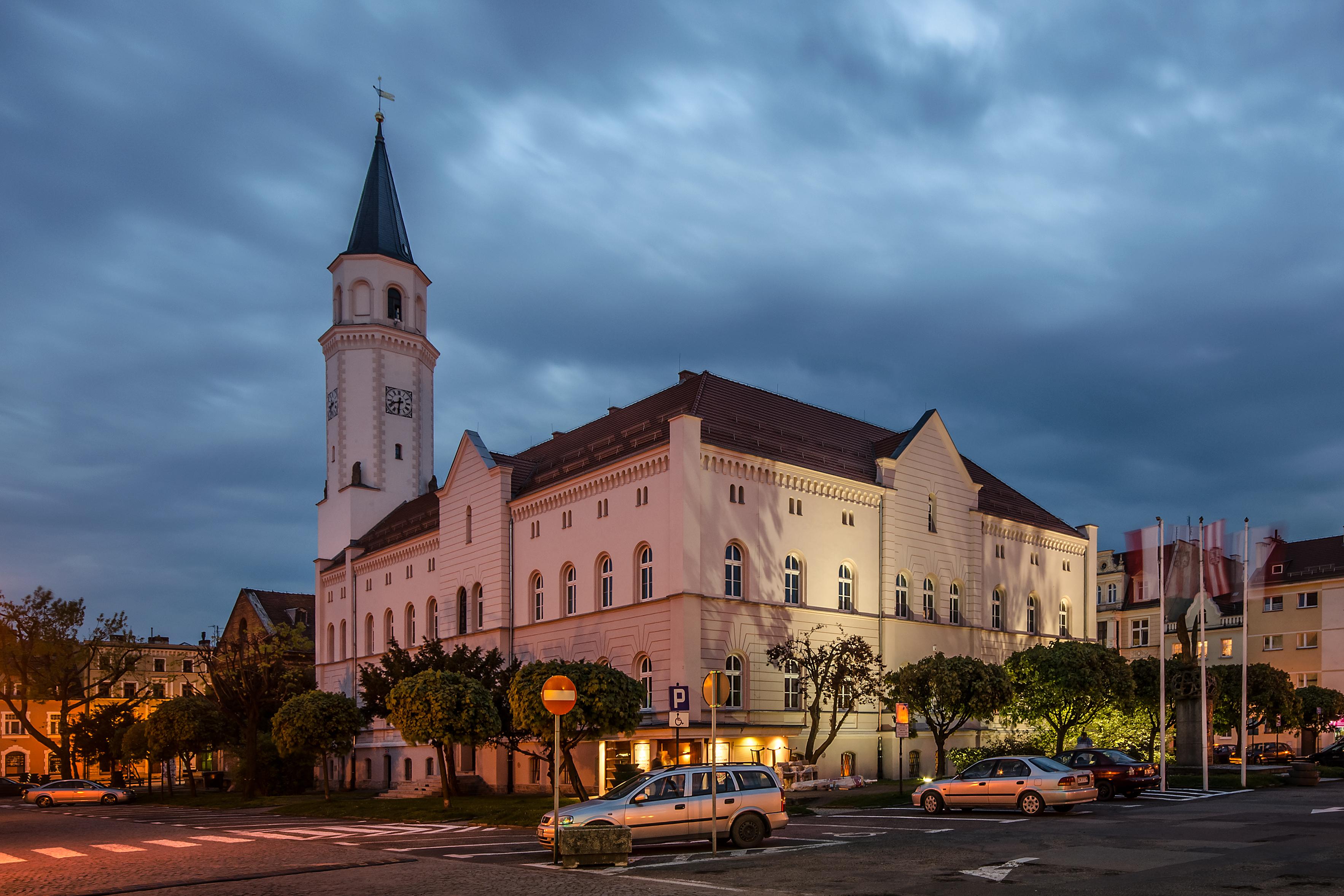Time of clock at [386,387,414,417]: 8:31
